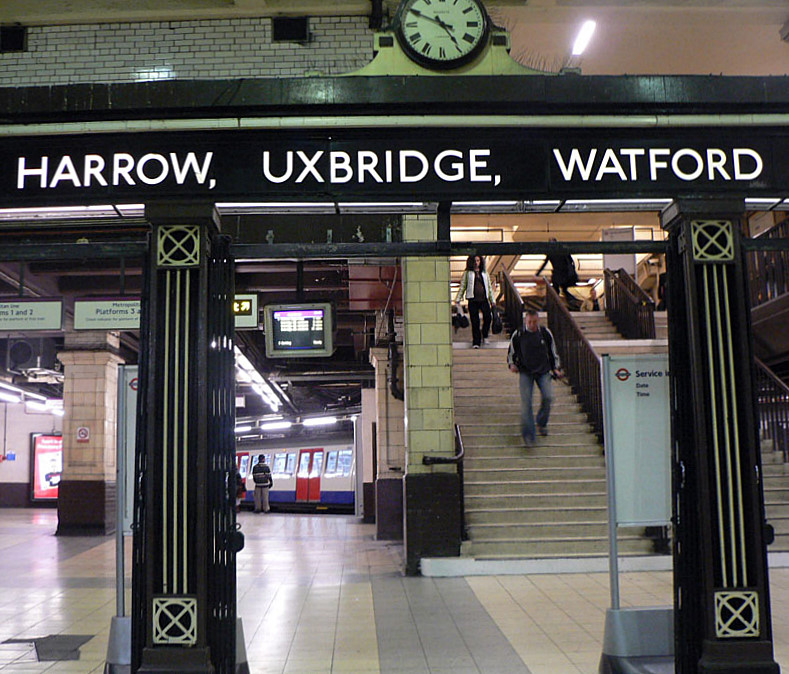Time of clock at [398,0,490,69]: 4:49
